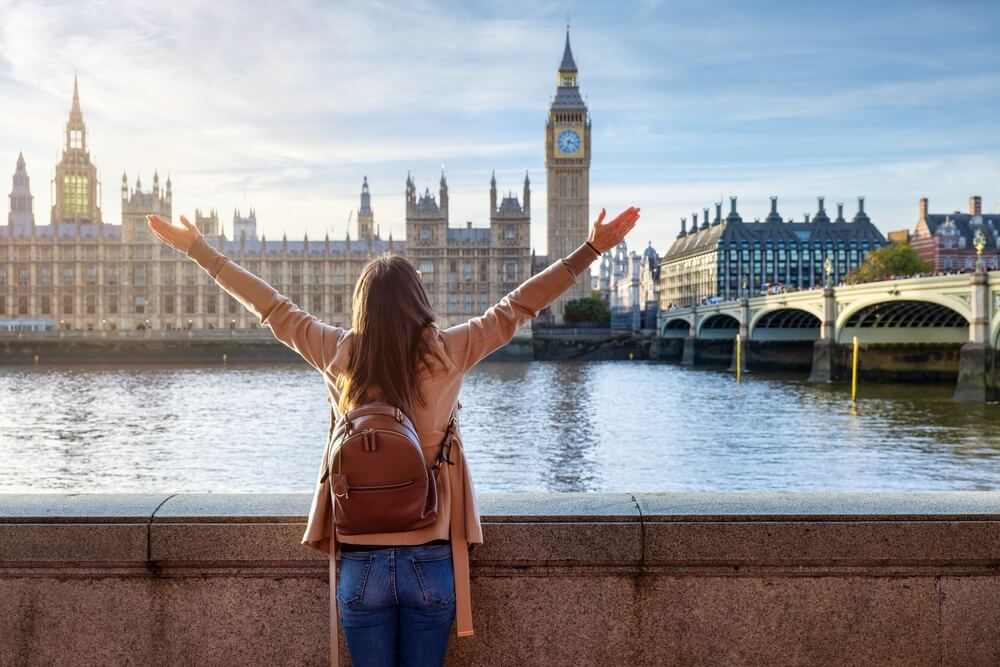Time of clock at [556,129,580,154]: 3:33
